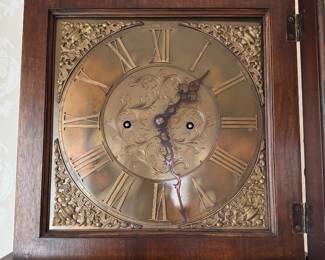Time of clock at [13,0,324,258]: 1:28
